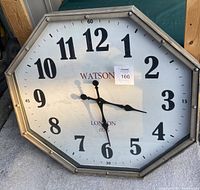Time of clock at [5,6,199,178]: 3:29
